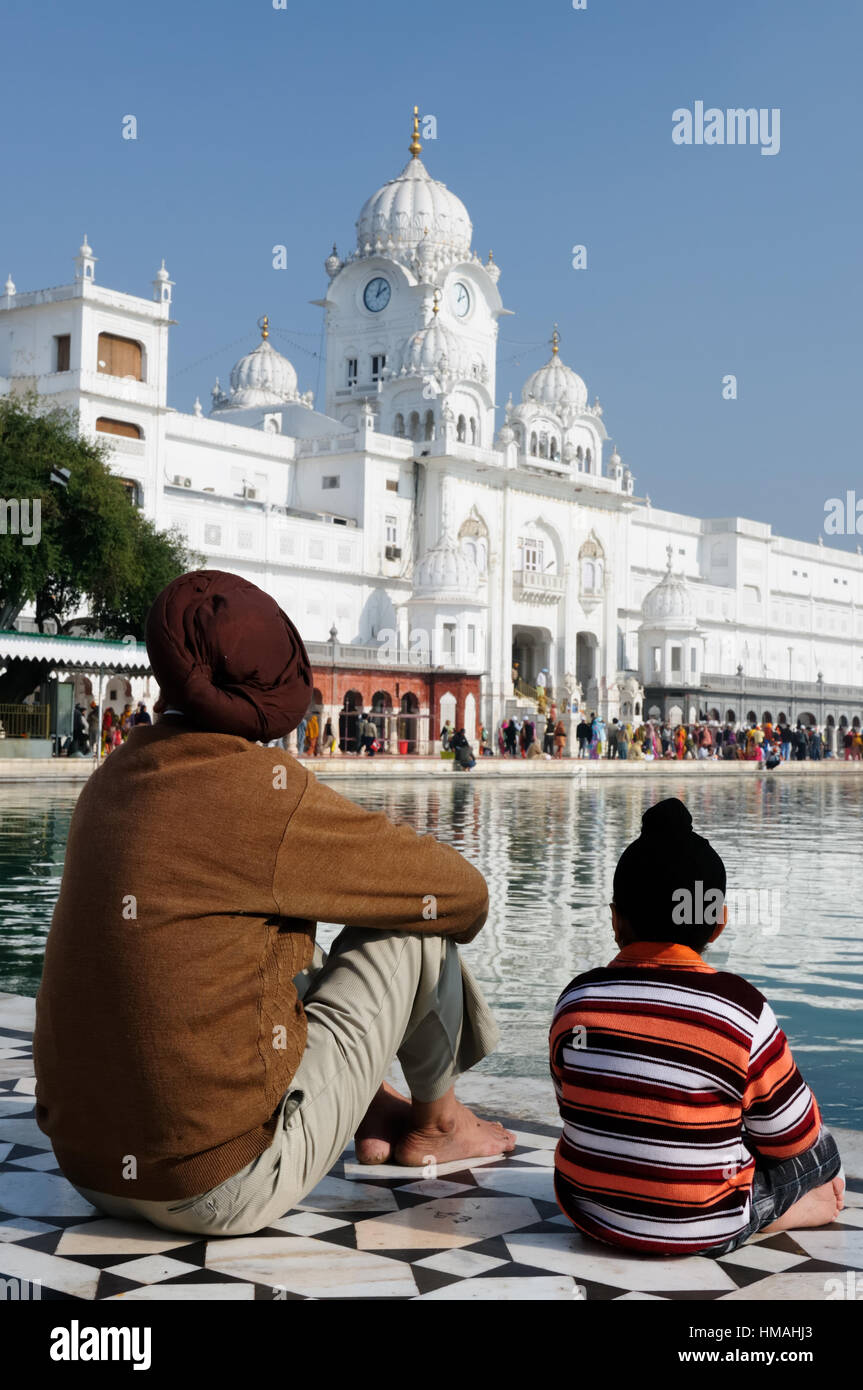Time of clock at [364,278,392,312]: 2:02
